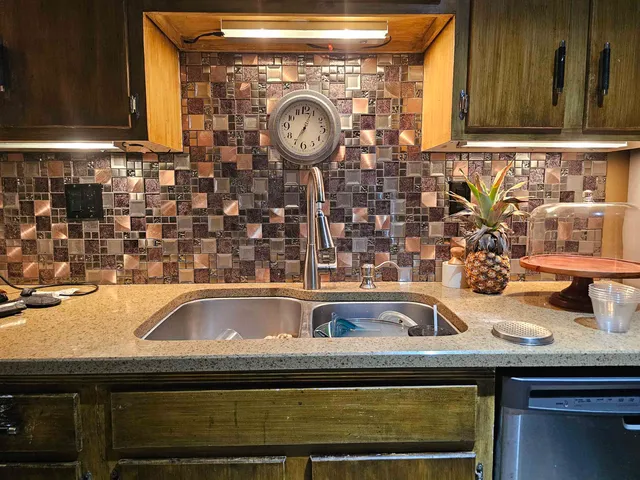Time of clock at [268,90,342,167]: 7:03
